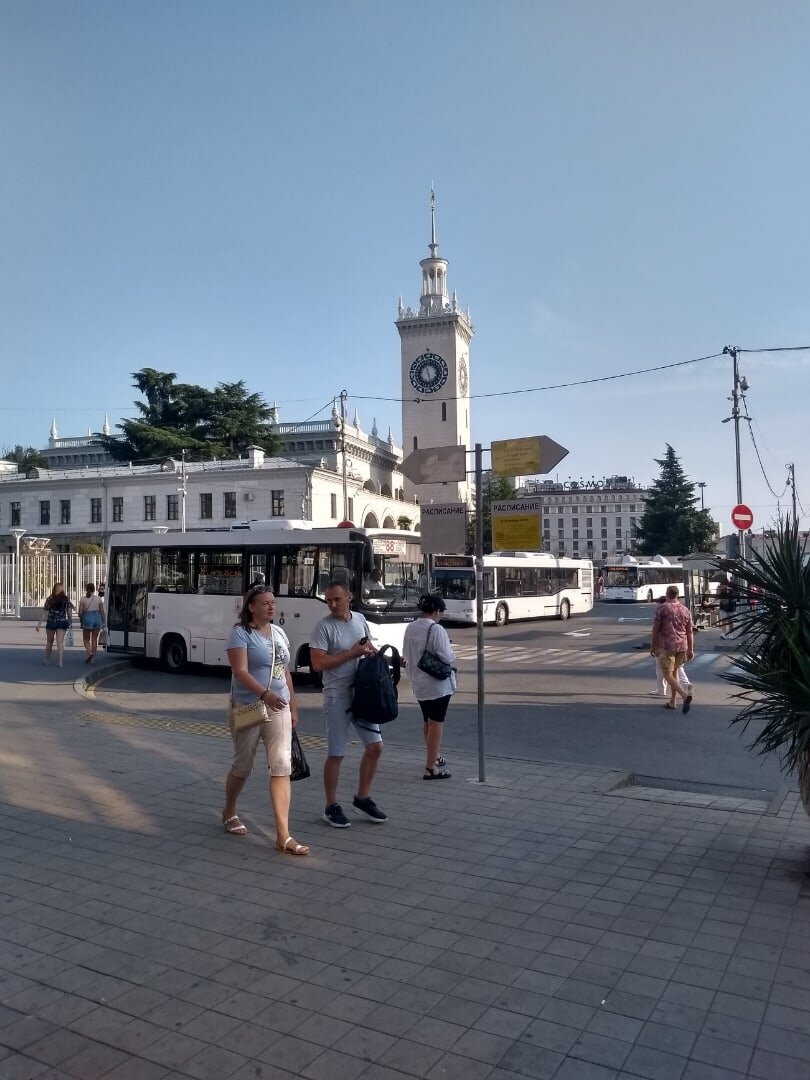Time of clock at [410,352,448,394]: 5:26
